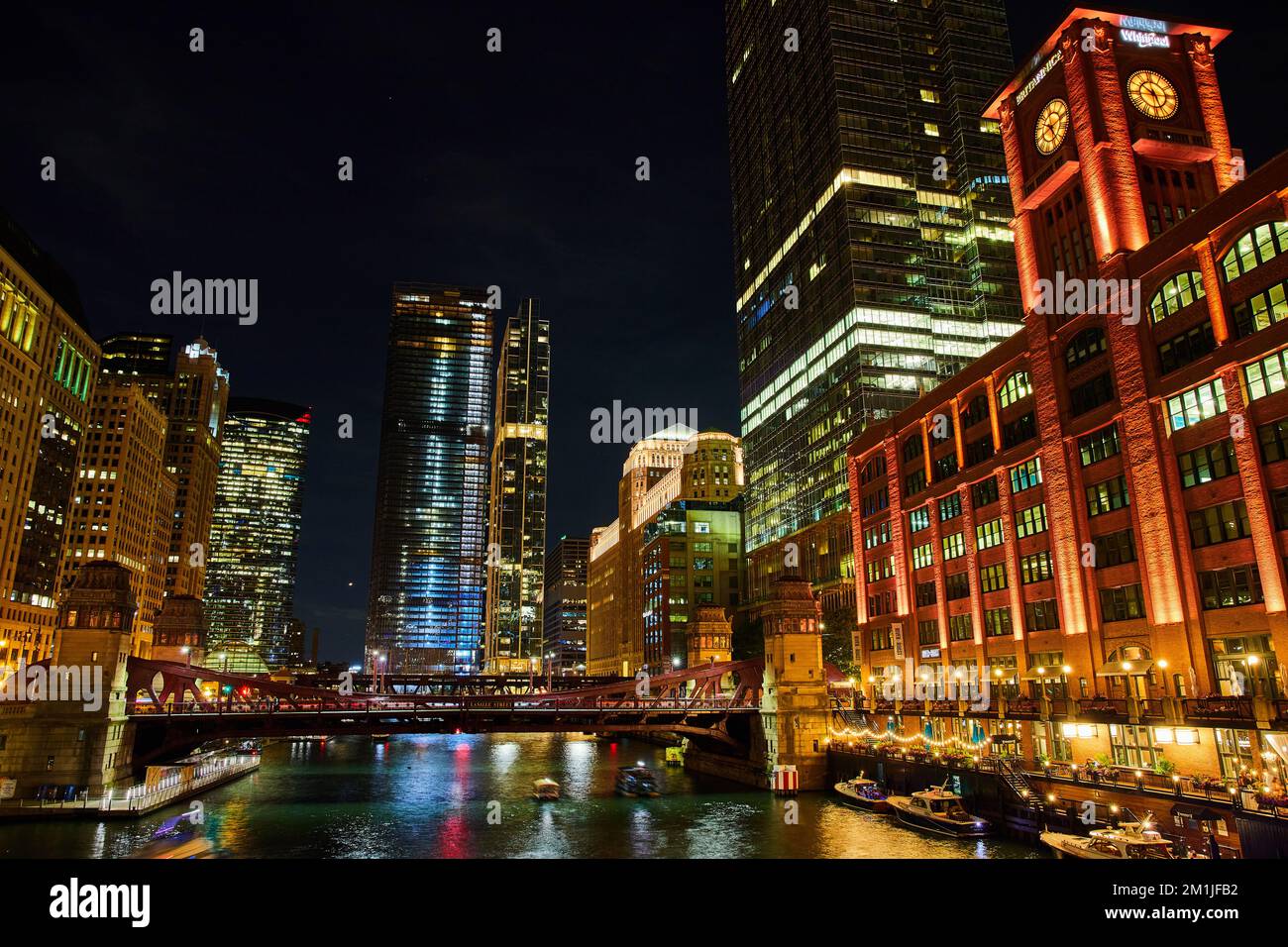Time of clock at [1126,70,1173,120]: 10:26
